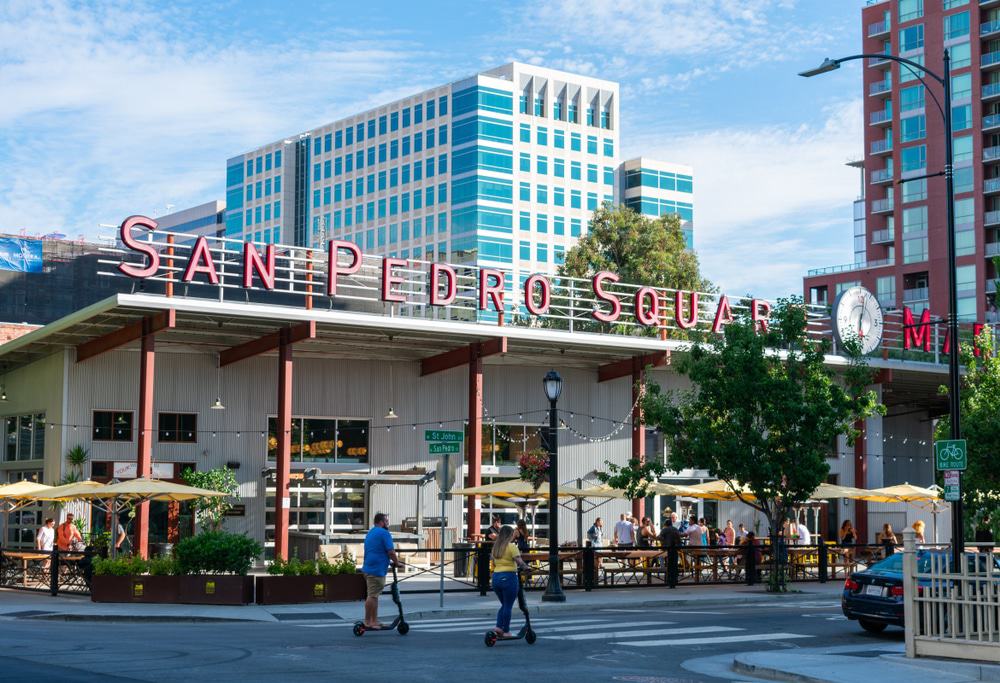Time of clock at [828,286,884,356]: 6:02
